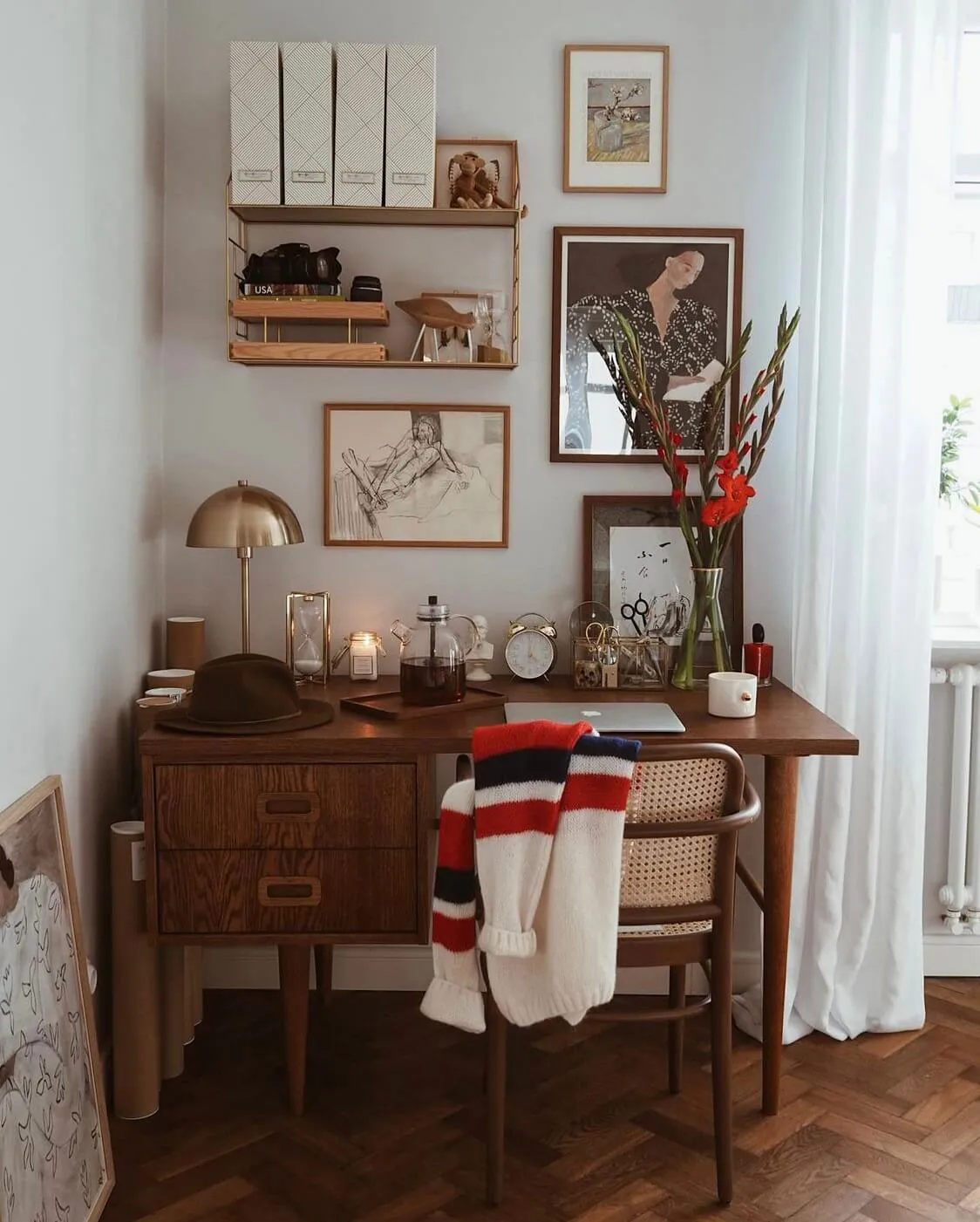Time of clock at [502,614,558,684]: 12:22
